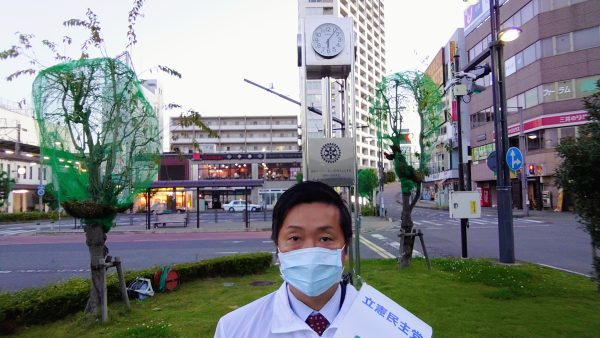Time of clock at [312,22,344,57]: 6:06
